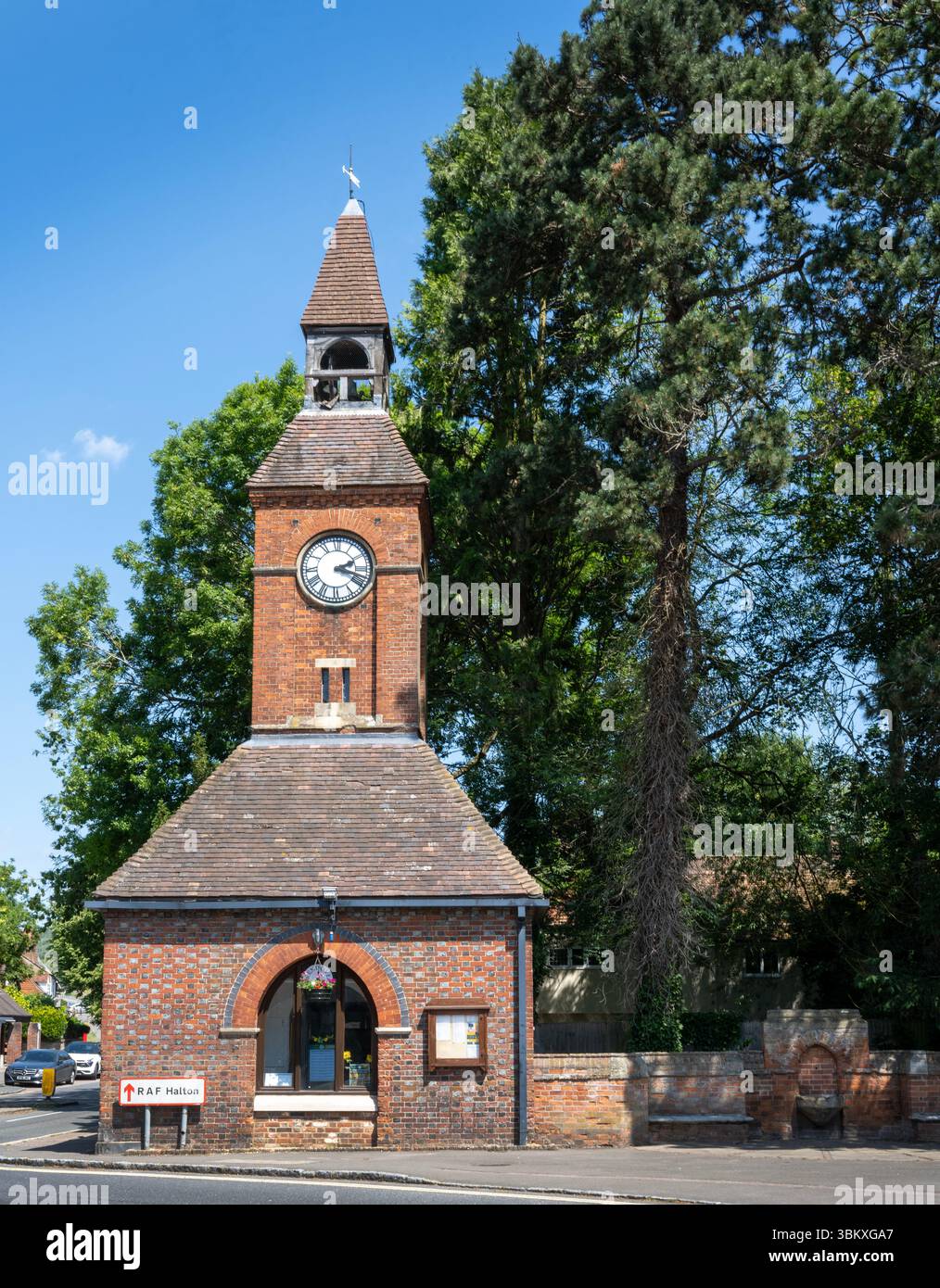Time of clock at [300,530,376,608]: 2:18
